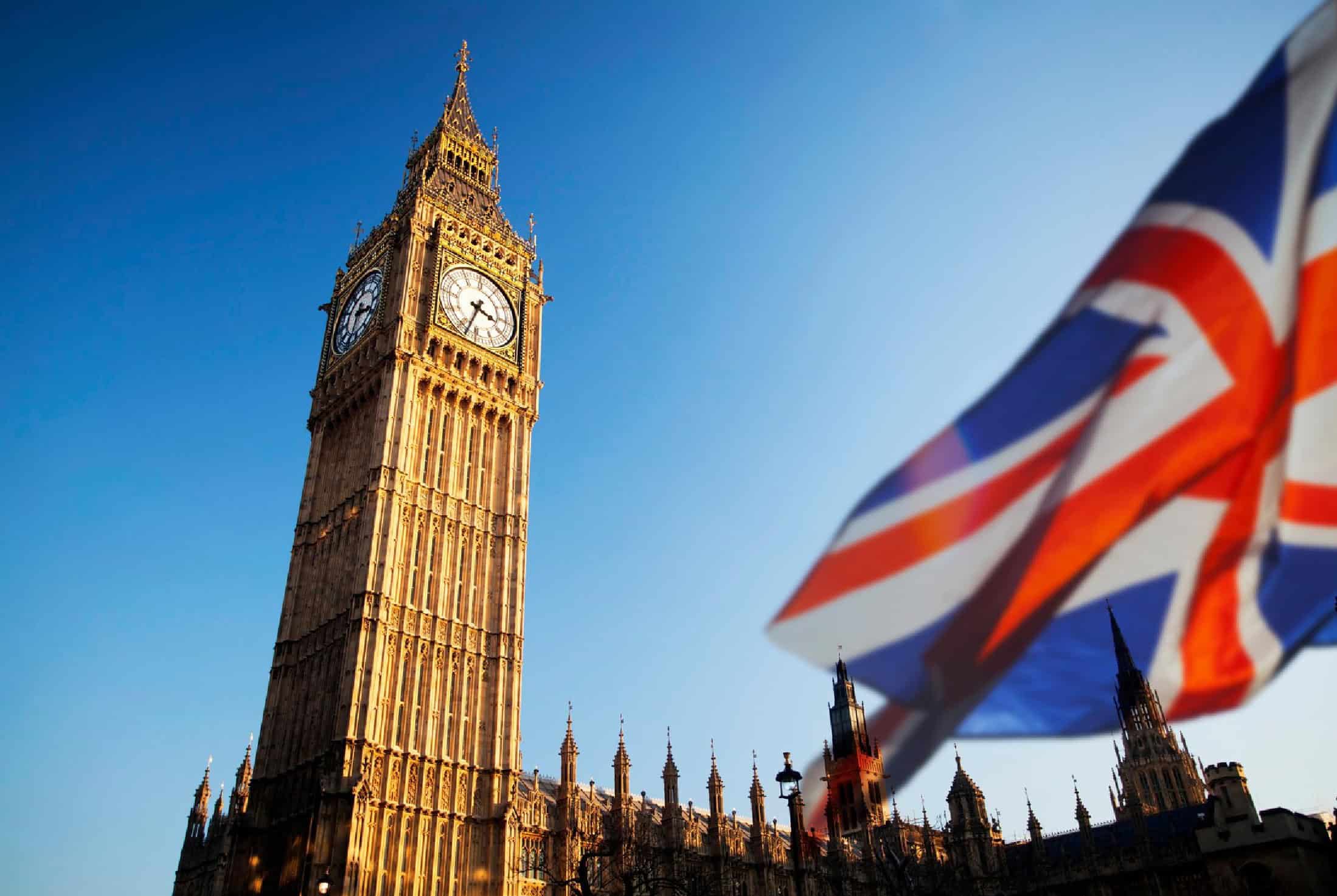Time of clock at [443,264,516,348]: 3:33
